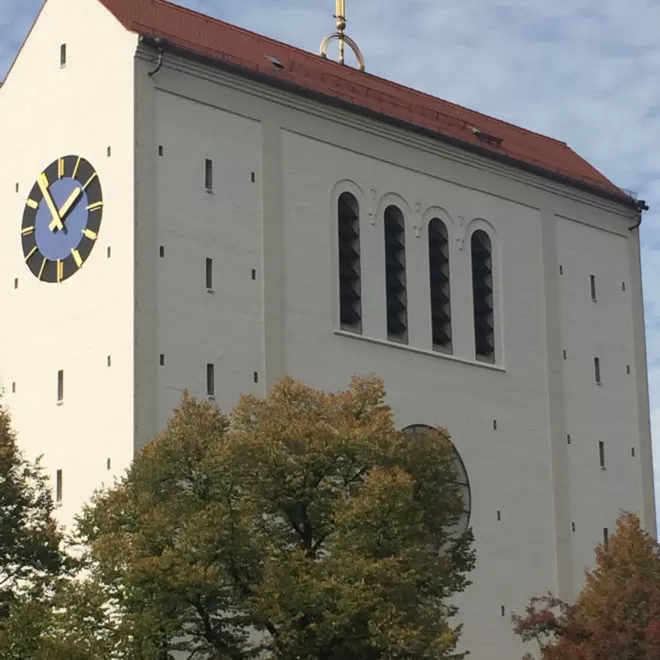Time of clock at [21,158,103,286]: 1:54
